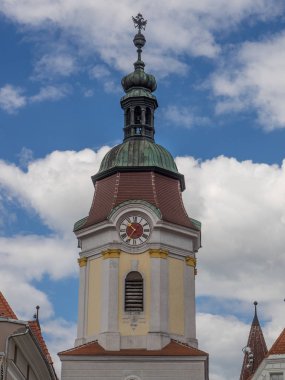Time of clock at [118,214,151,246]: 10:35
